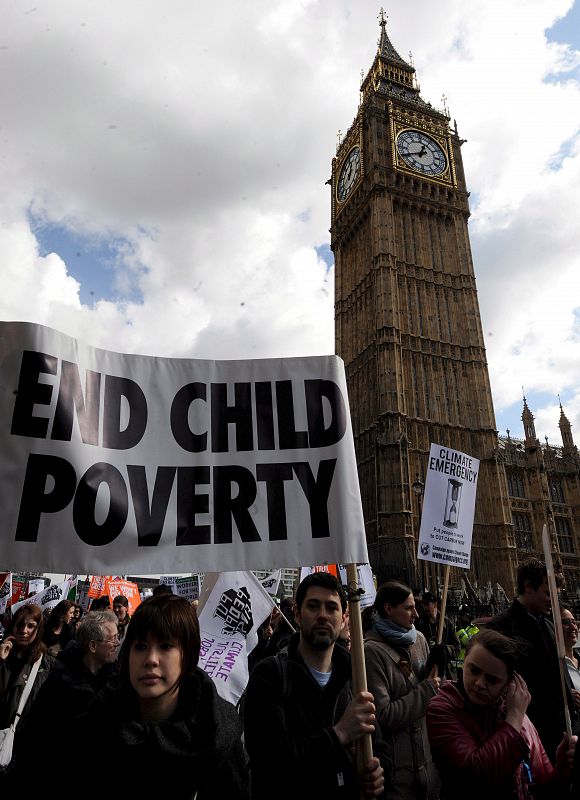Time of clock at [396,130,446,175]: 12:41
